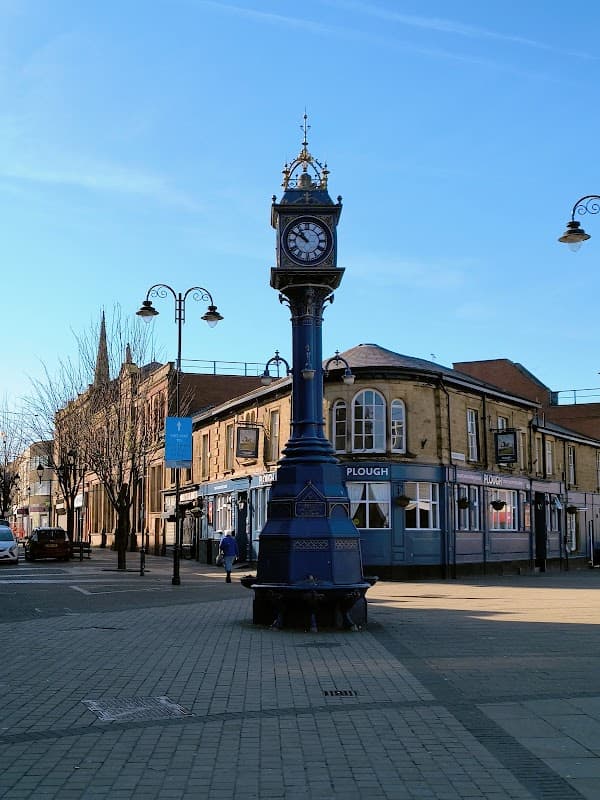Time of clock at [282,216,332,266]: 10:50
